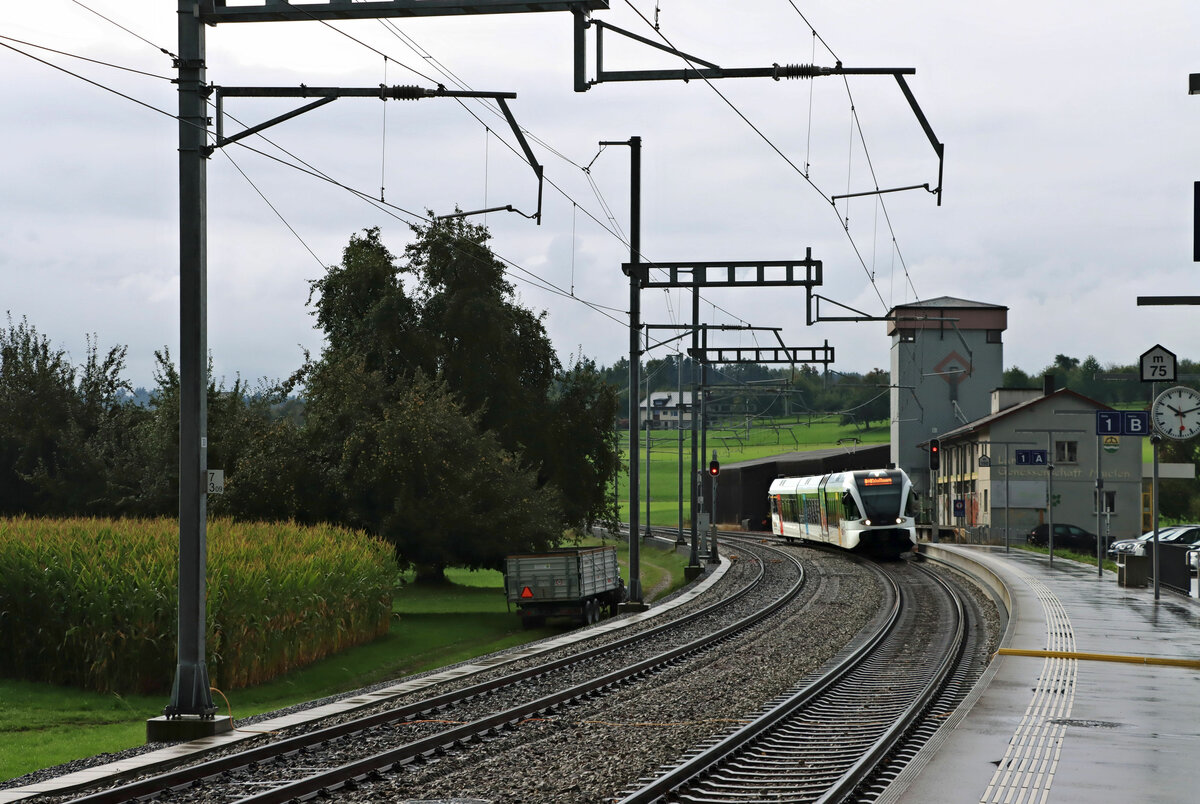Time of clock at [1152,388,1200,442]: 10:12
